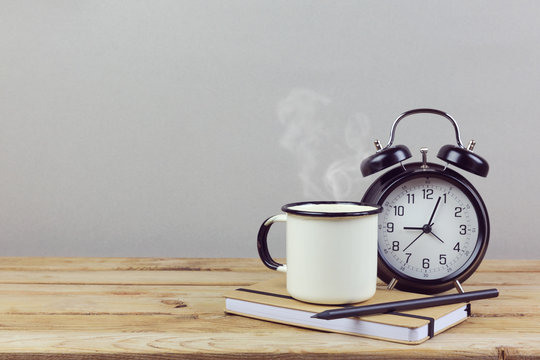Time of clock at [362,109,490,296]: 9:03
